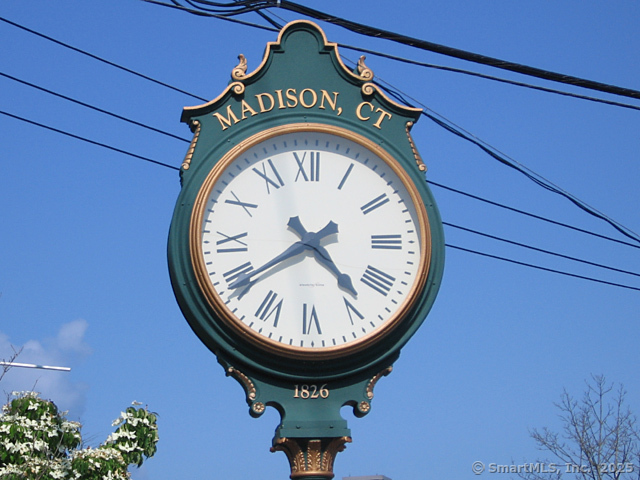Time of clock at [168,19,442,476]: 4:39
